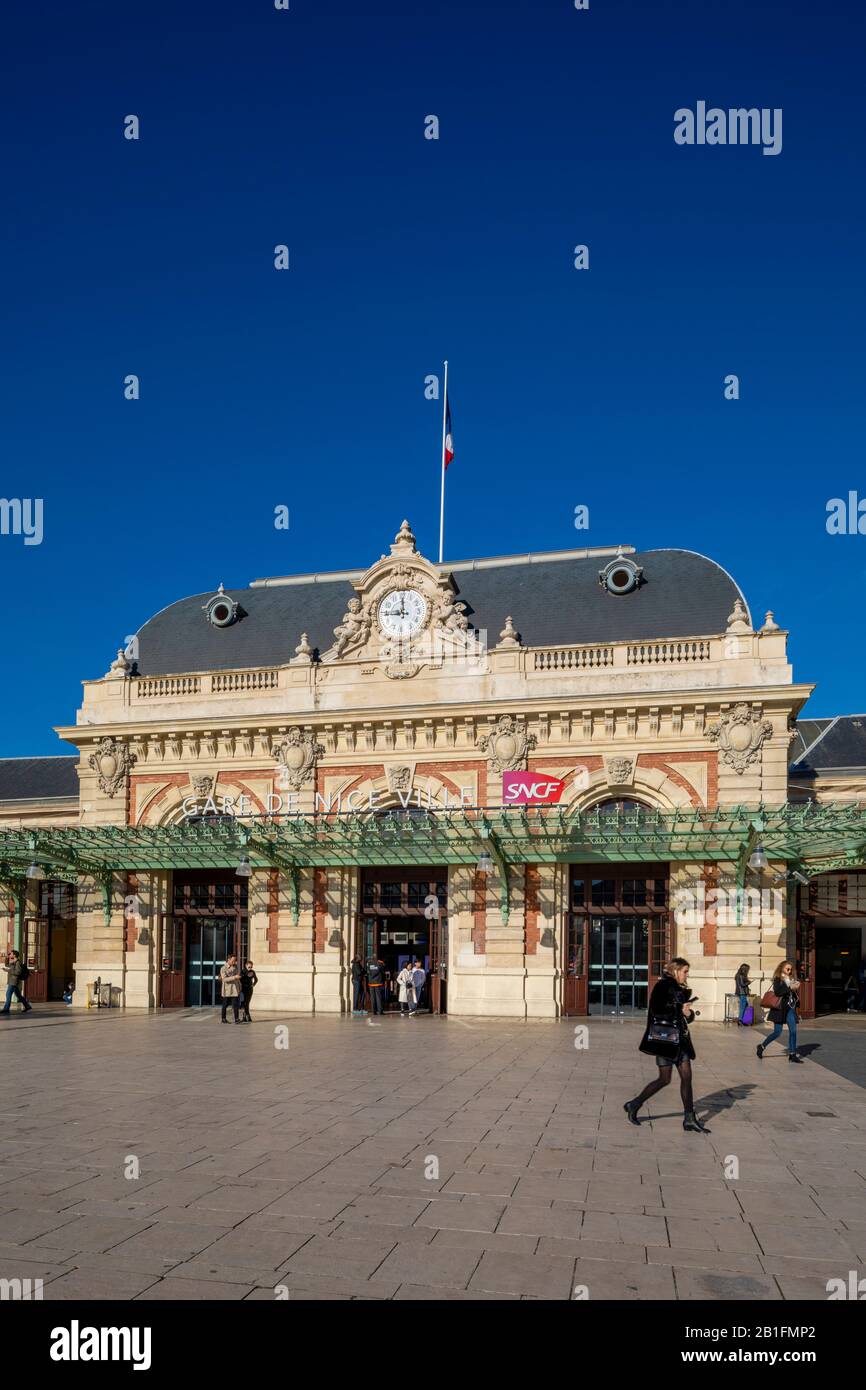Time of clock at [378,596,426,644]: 11:44
